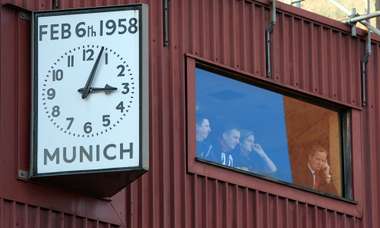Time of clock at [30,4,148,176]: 3:04
